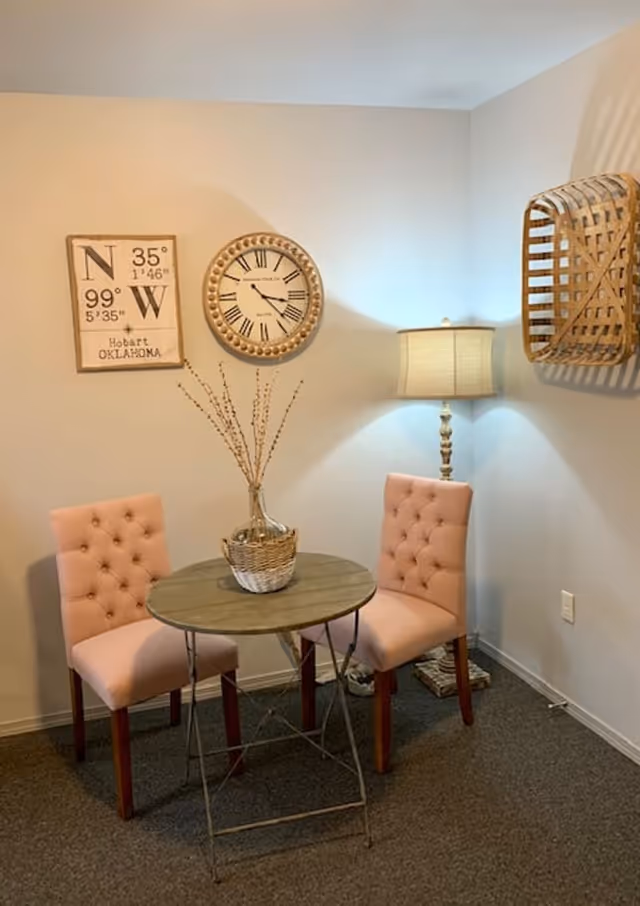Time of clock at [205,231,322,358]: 3:22
